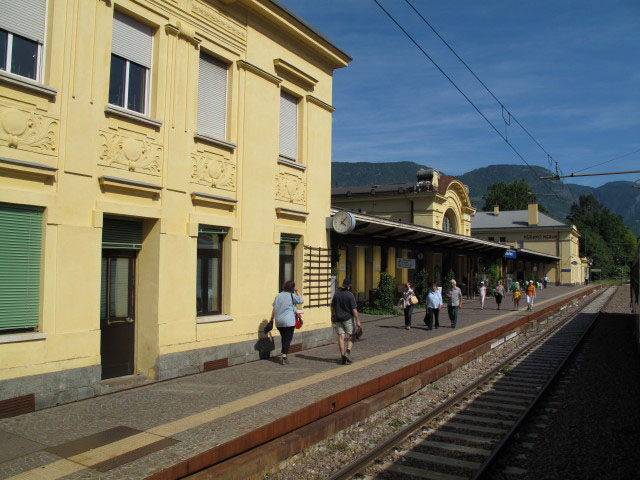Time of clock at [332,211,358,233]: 4:07
